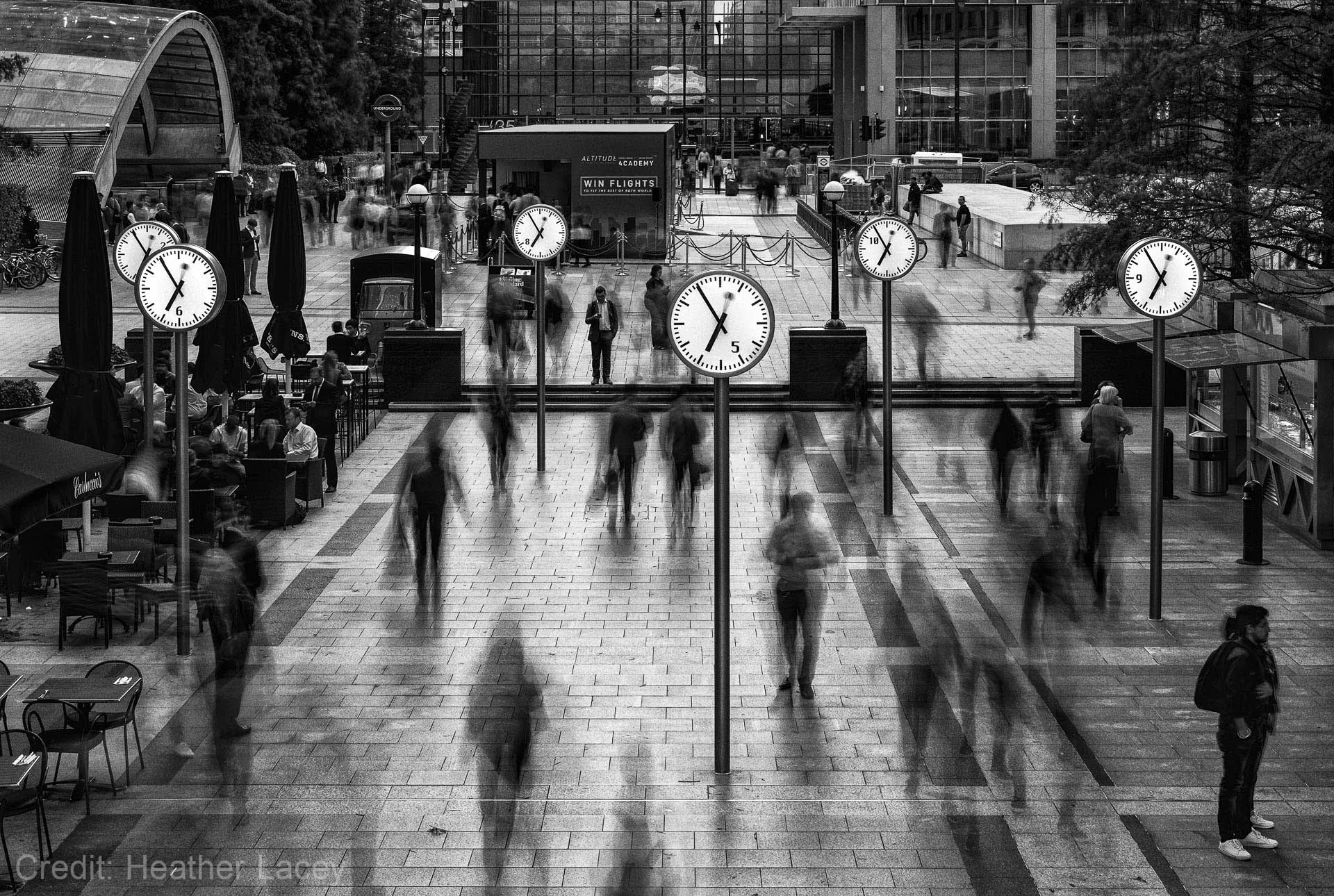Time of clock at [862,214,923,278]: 6:54
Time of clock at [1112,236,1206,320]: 6:54
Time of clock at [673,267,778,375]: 6:54
